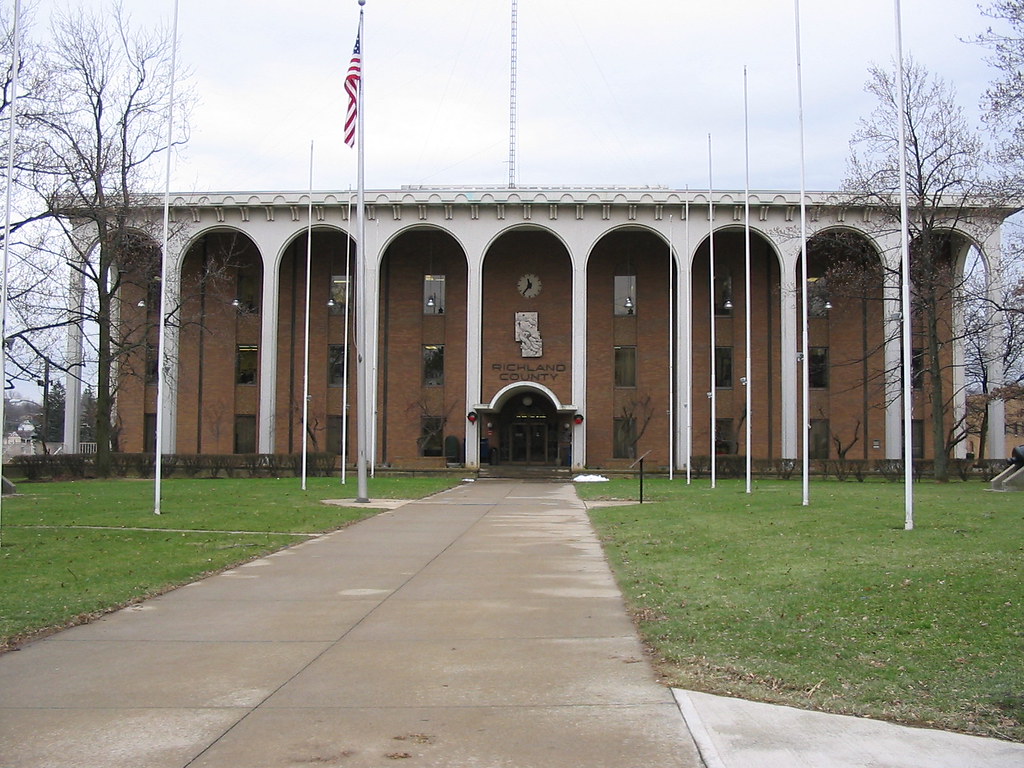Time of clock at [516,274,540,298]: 11:36
